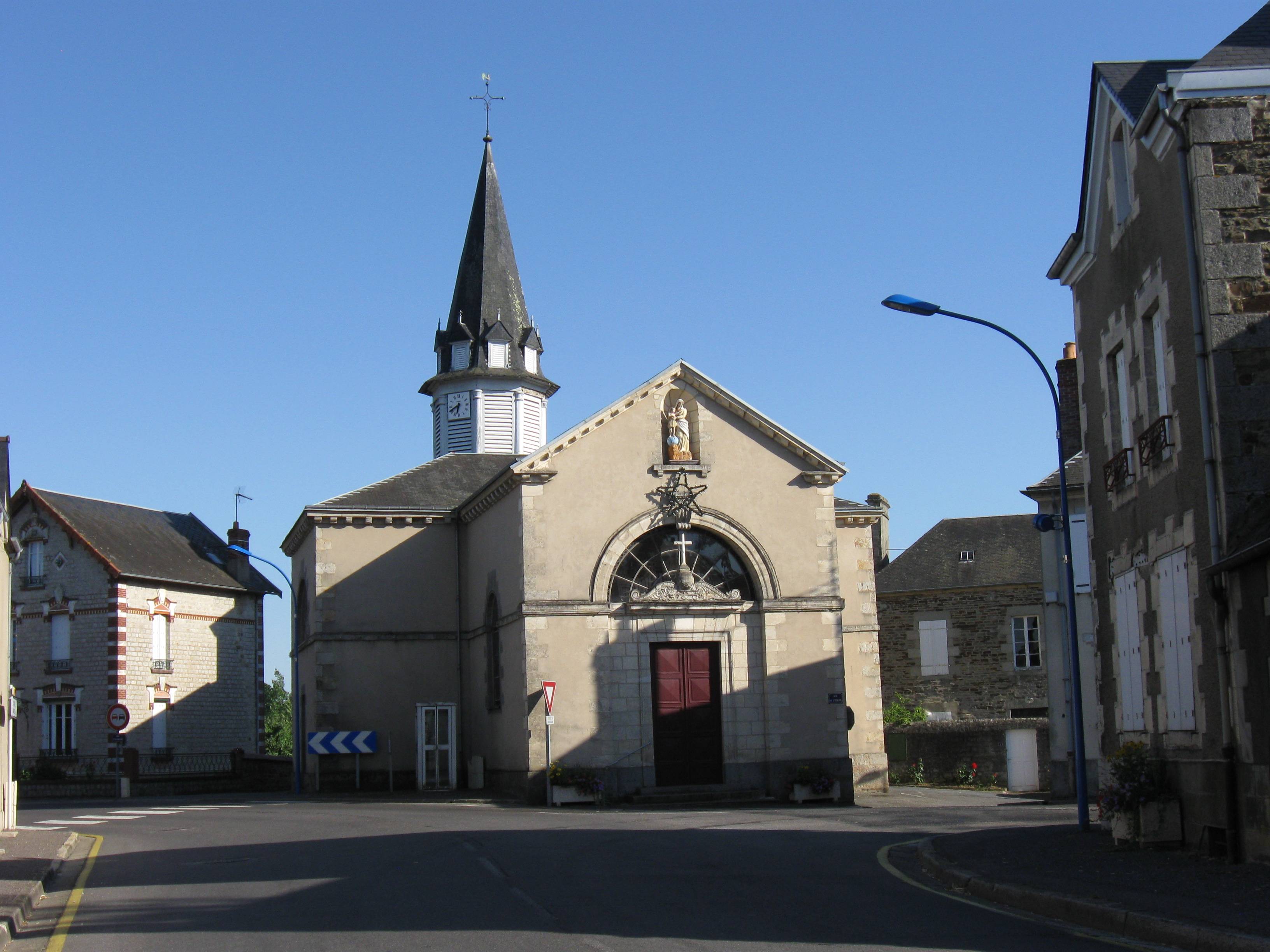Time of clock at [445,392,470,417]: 6:40
